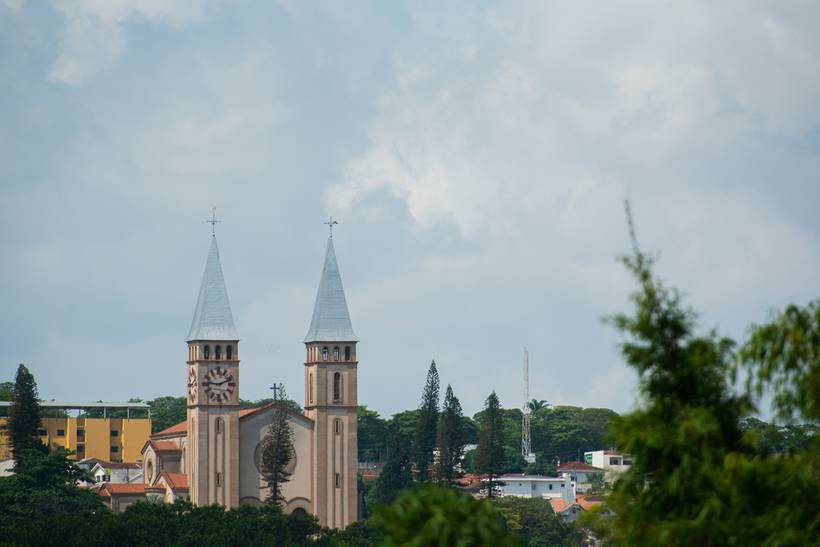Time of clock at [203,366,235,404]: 9:11
